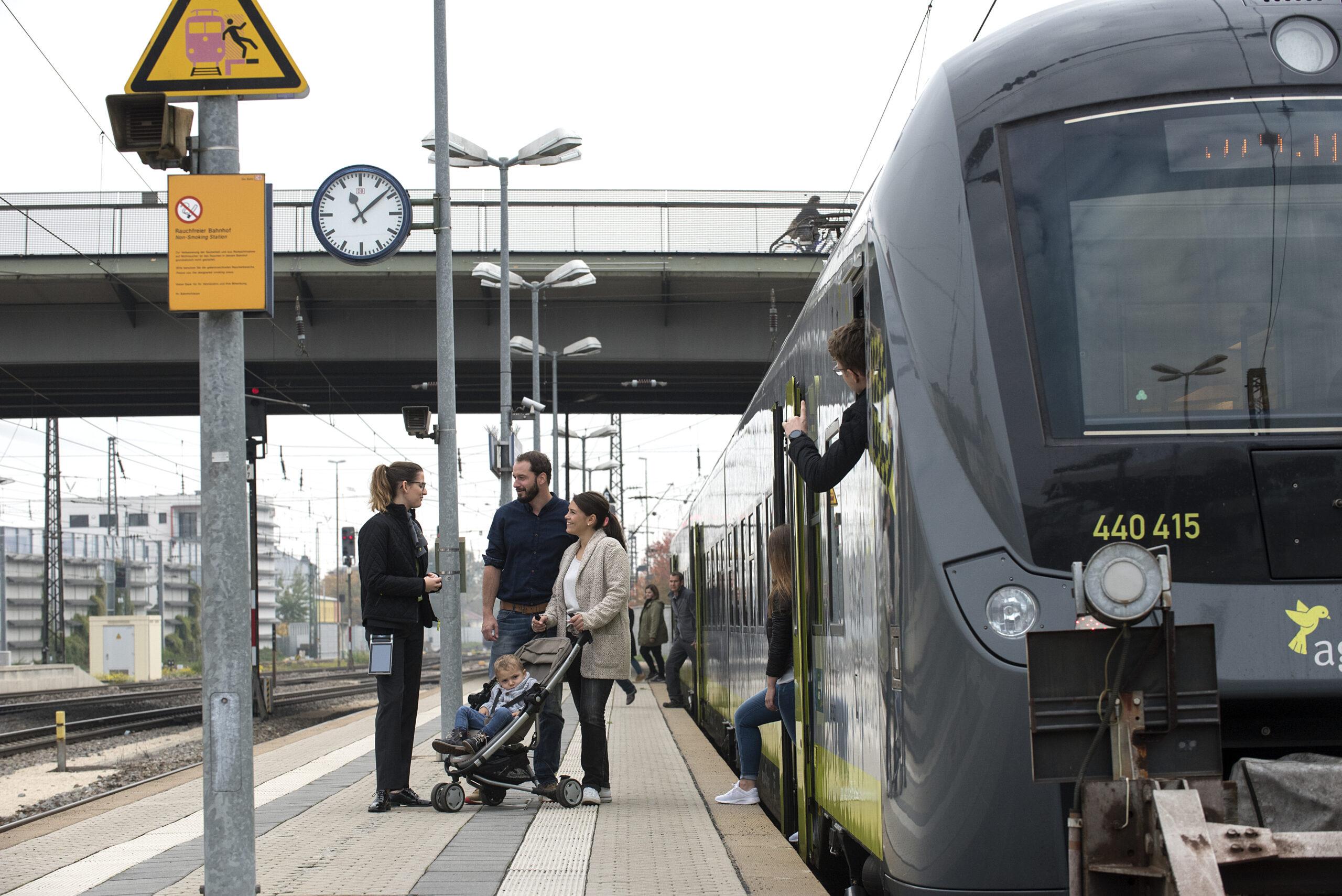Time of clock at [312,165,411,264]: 11:08
